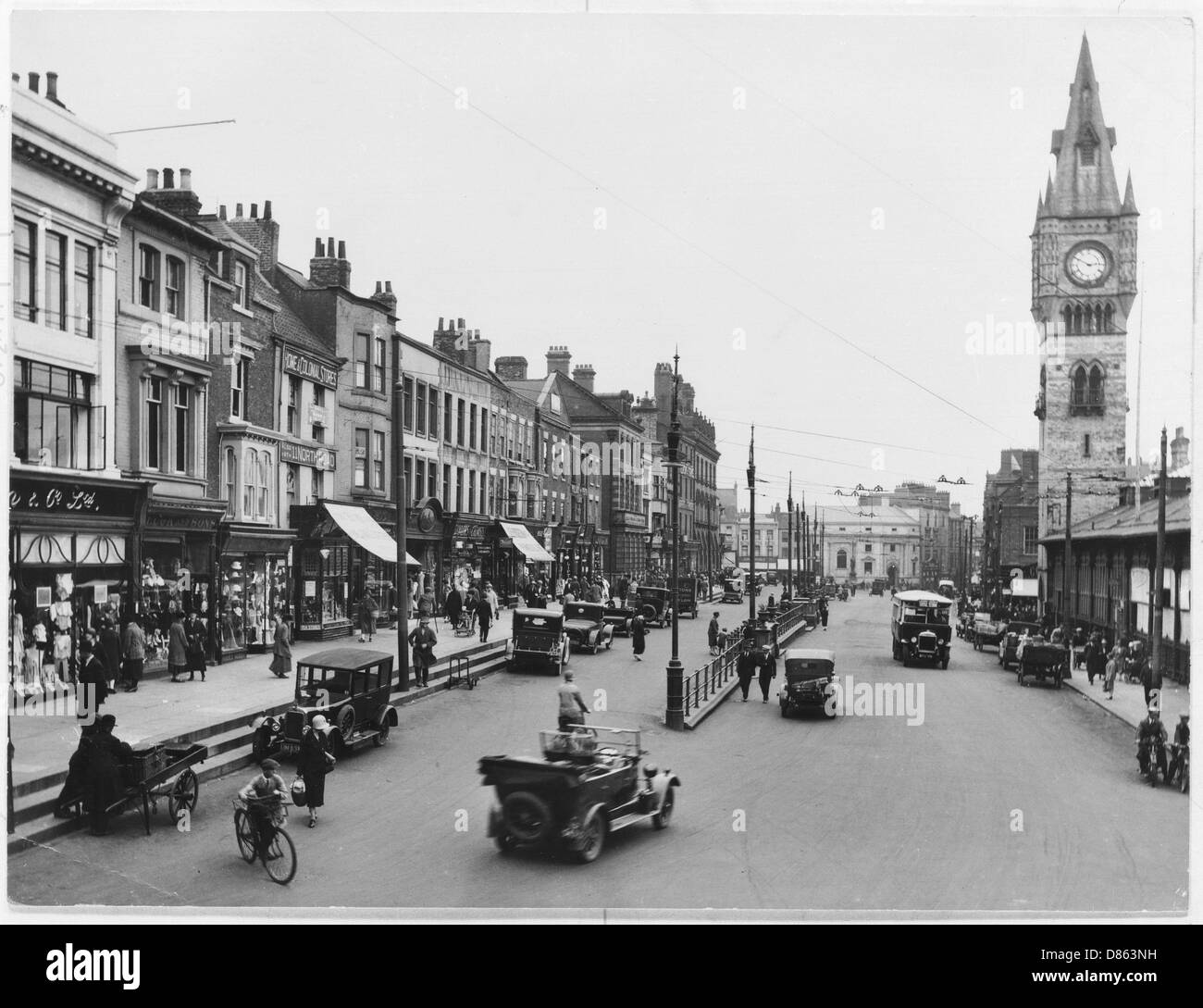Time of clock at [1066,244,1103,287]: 2:50
